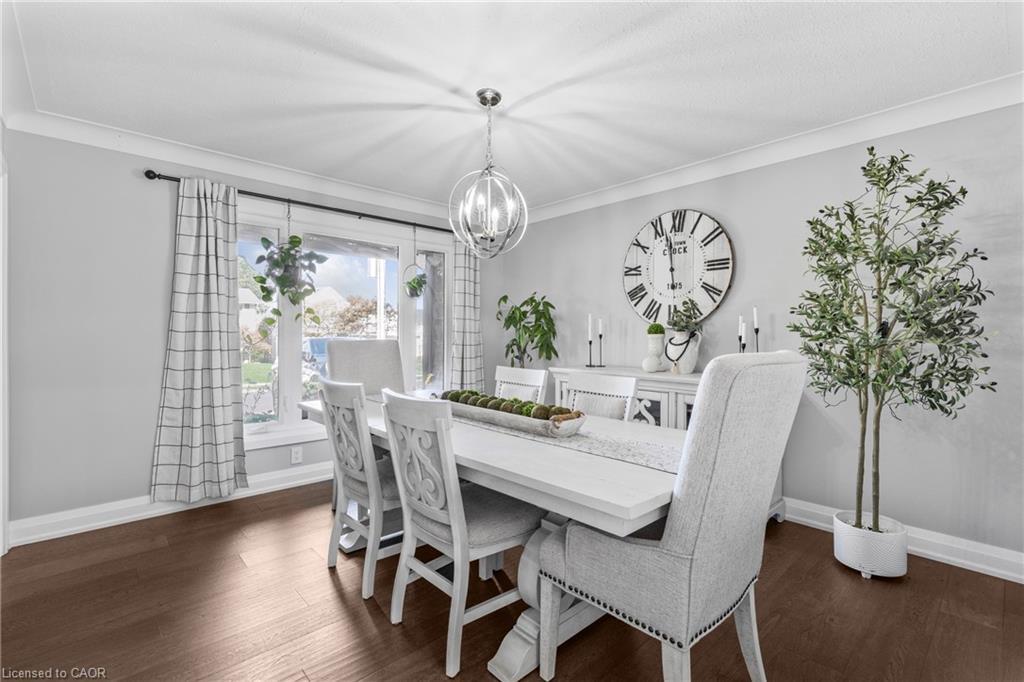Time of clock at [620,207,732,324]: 5:57
